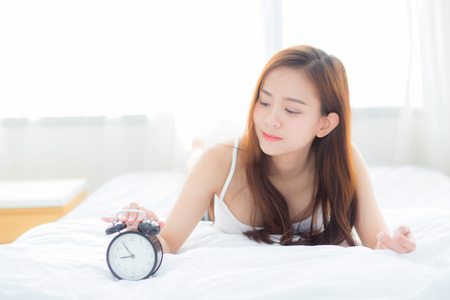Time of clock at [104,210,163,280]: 8:54
